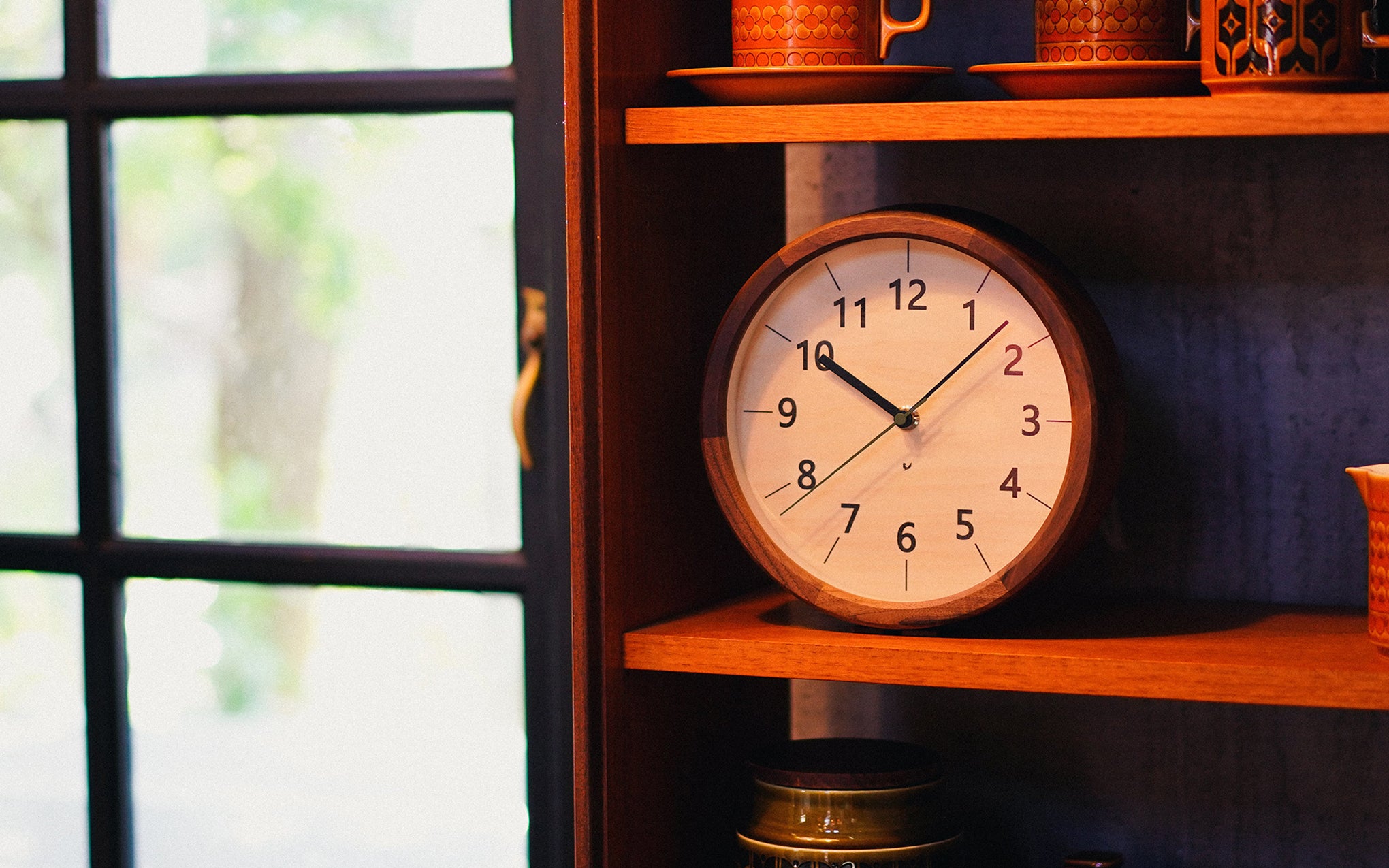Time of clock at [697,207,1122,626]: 10:07
